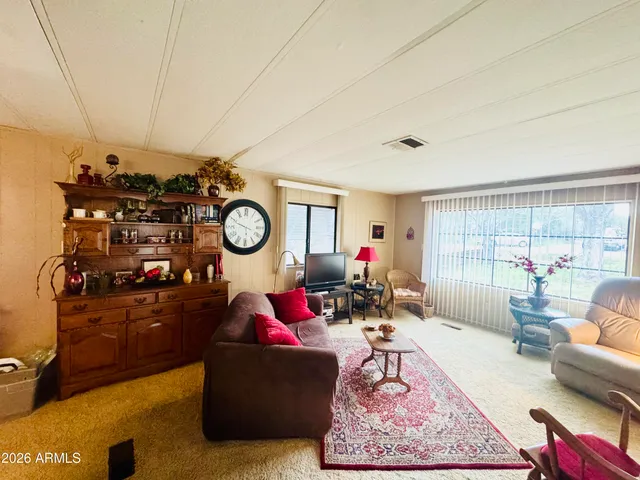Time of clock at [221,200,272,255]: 5:48
